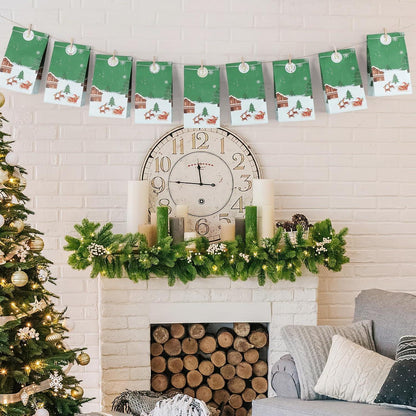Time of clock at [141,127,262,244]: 11:46
